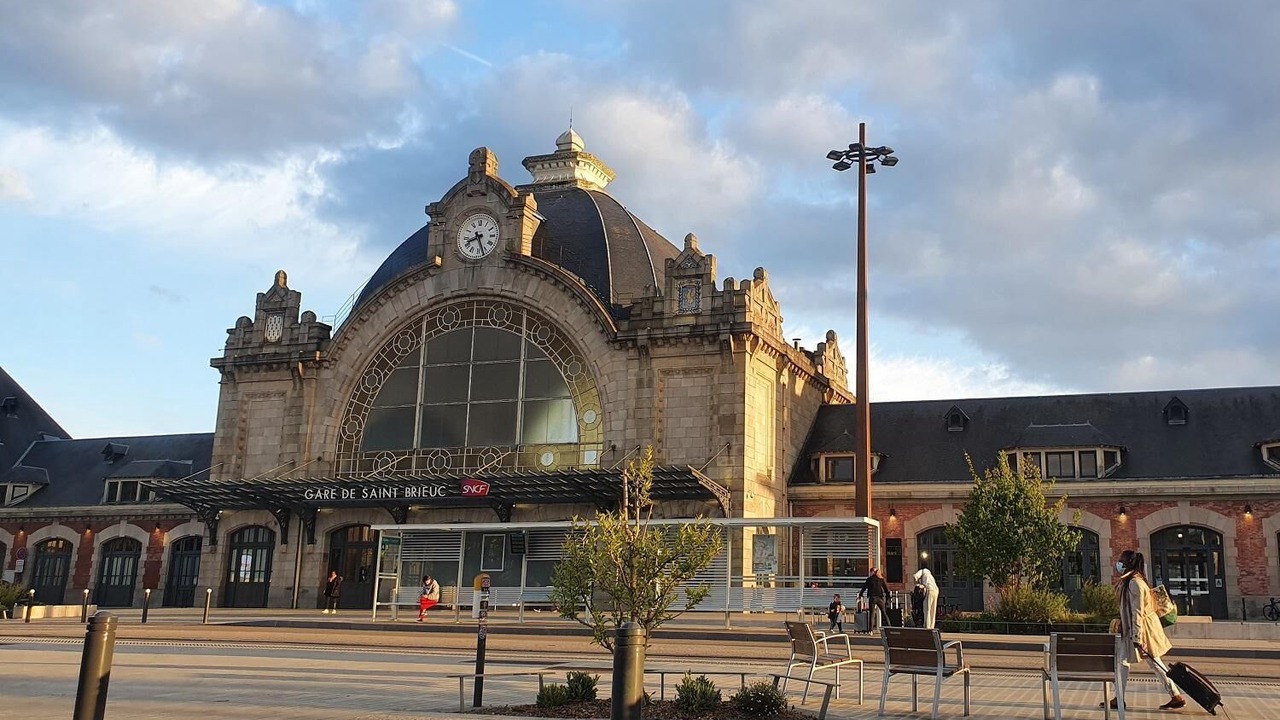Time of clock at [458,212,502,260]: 8:26
